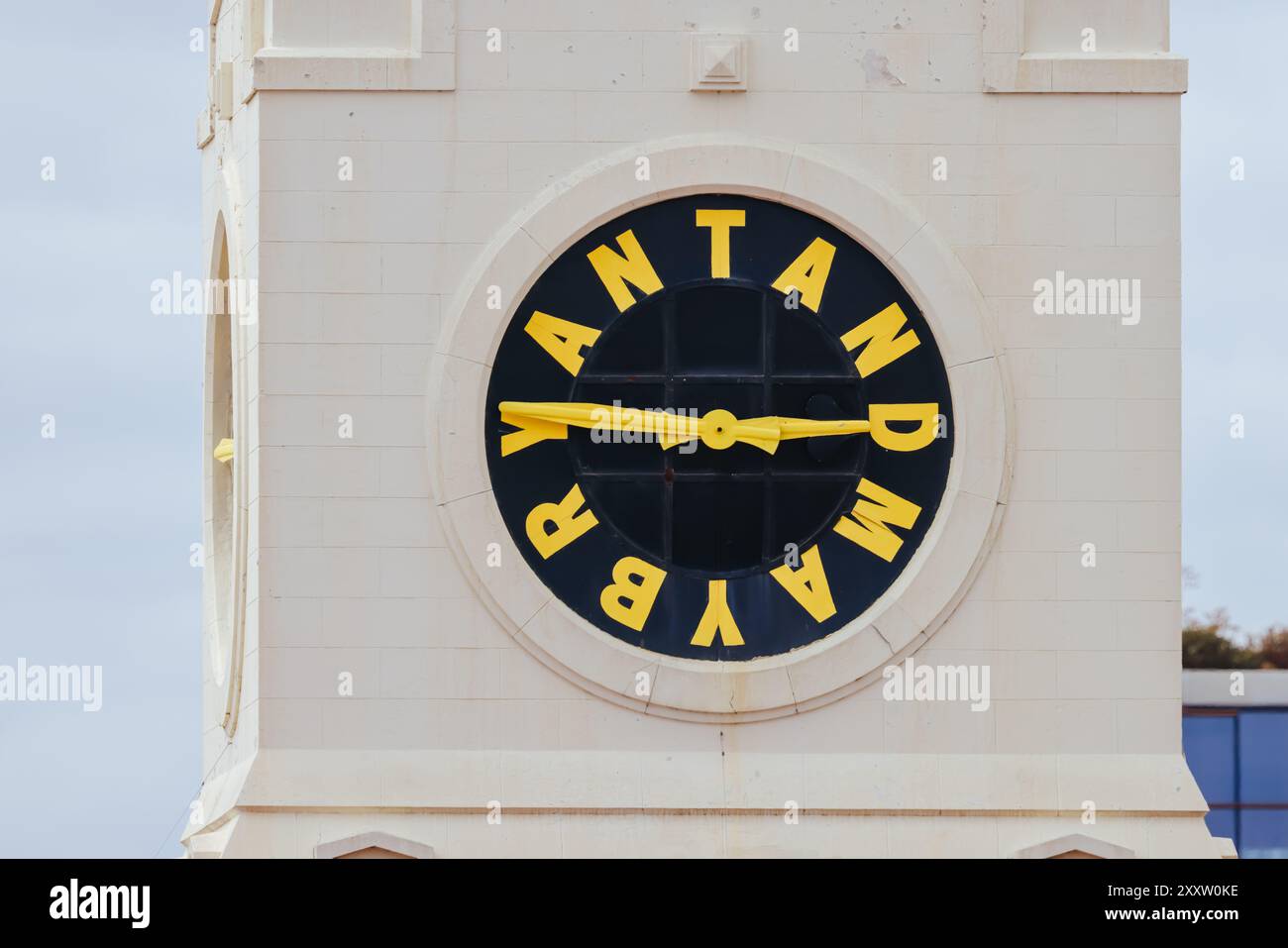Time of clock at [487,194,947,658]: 9:14
